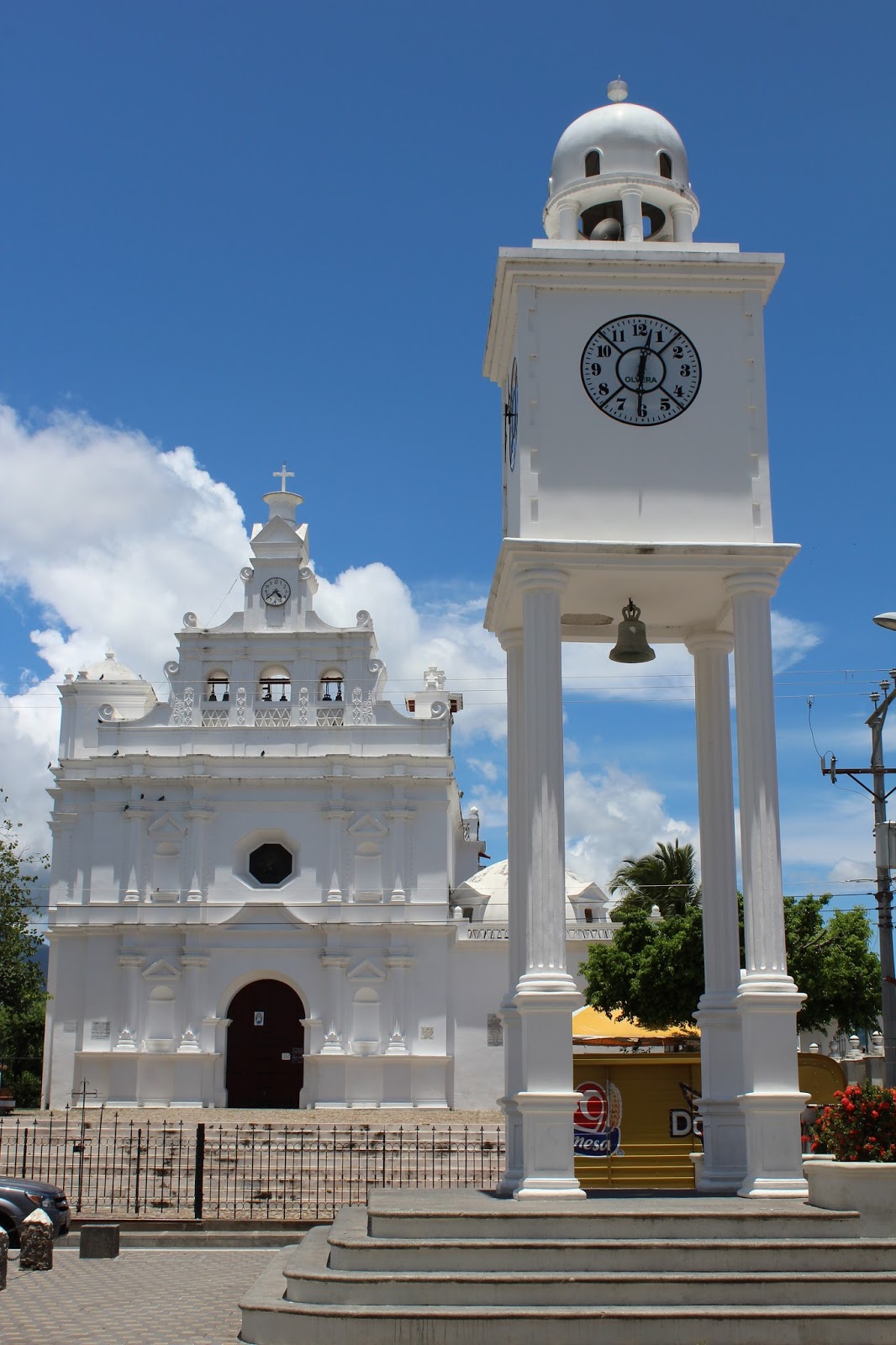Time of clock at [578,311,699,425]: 12:30
